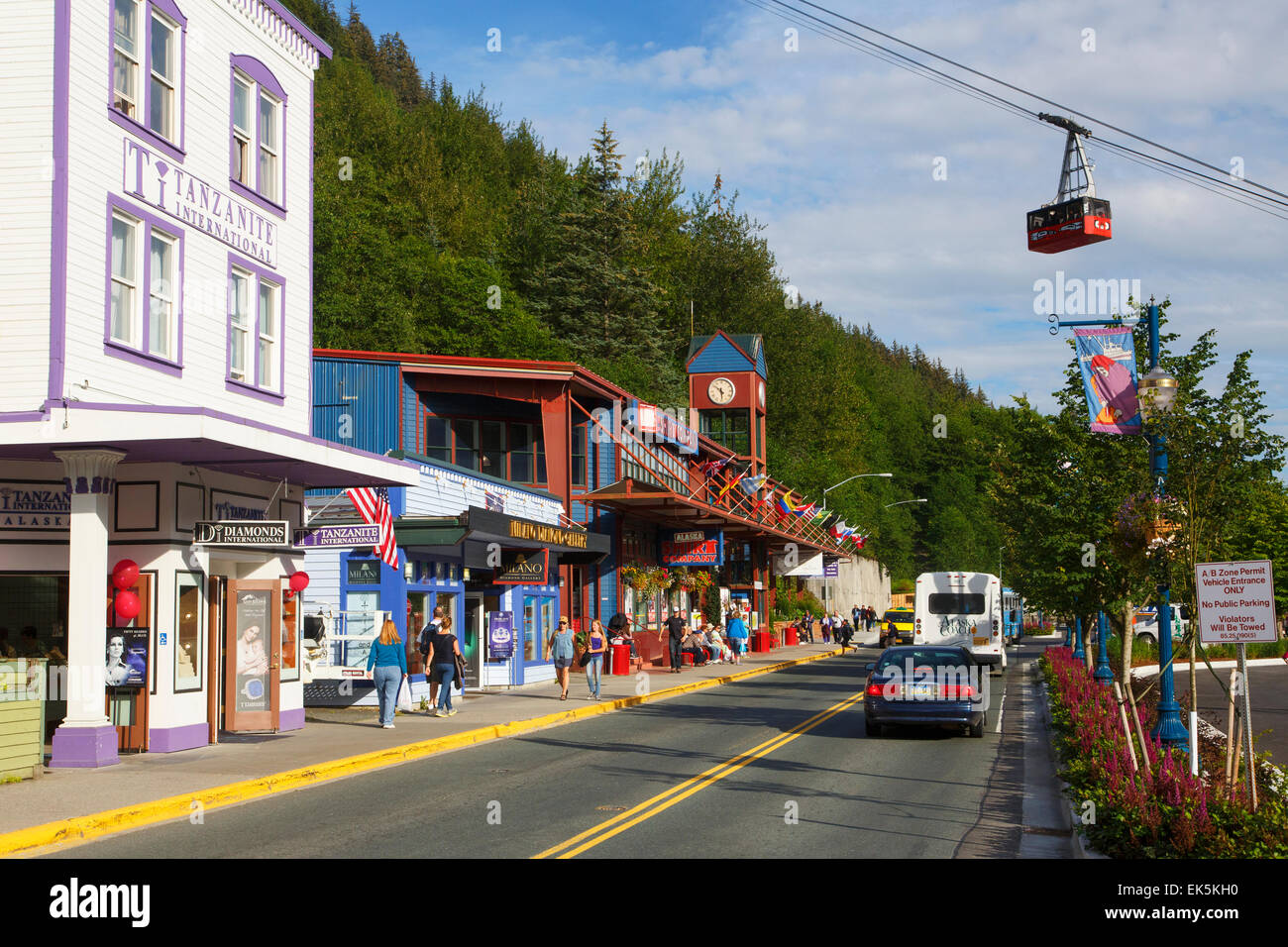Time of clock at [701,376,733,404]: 5:51
